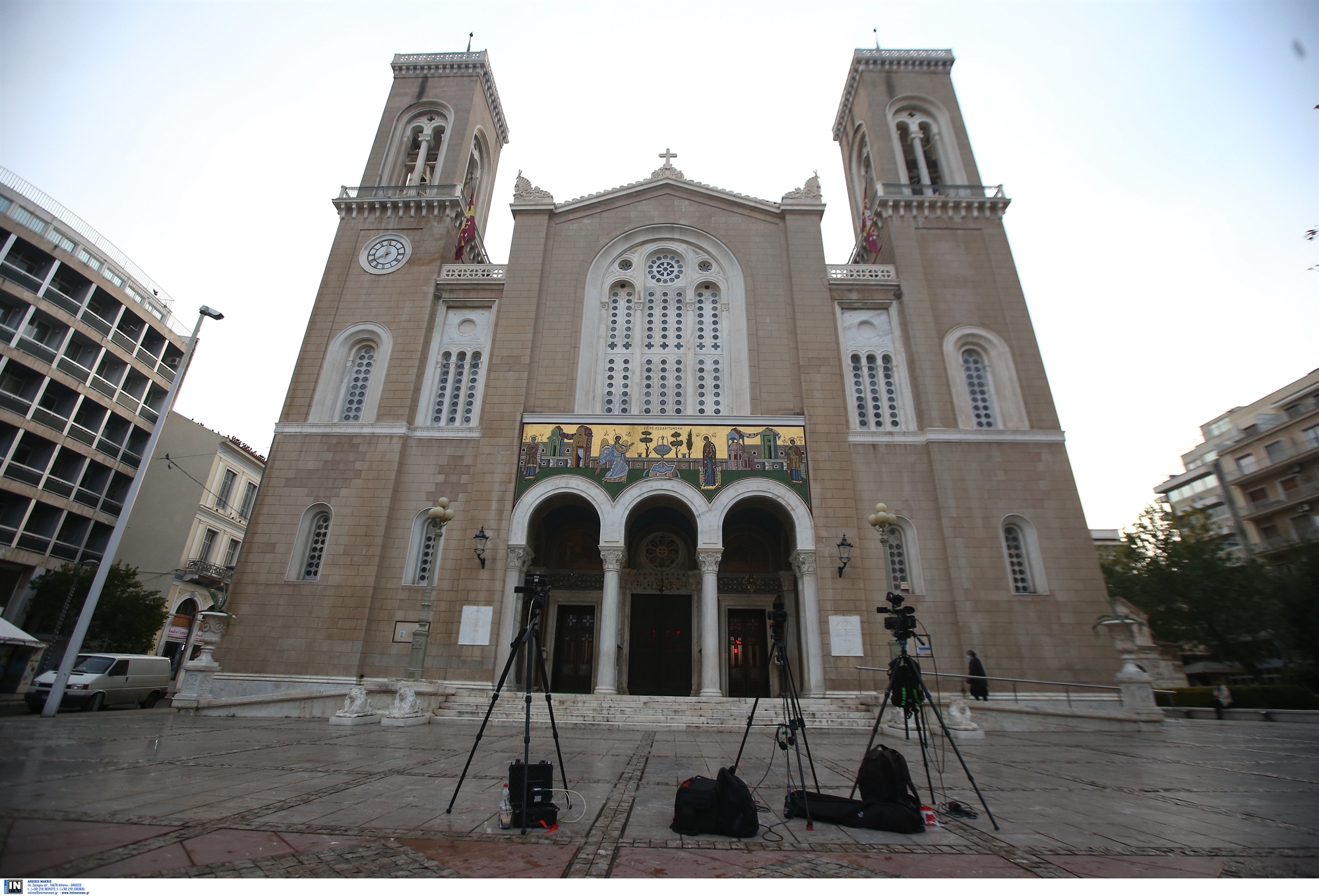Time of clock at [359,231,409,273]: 8:01
